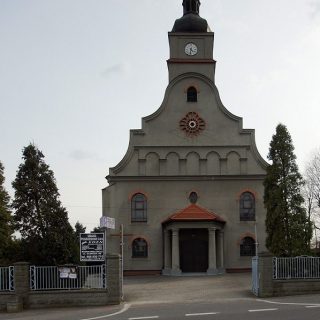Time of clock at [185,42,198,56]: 4:31
